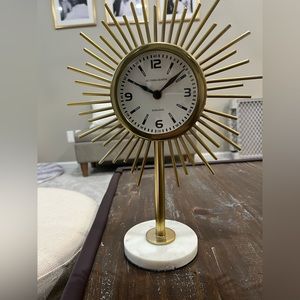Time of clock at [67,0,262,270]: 10:07
